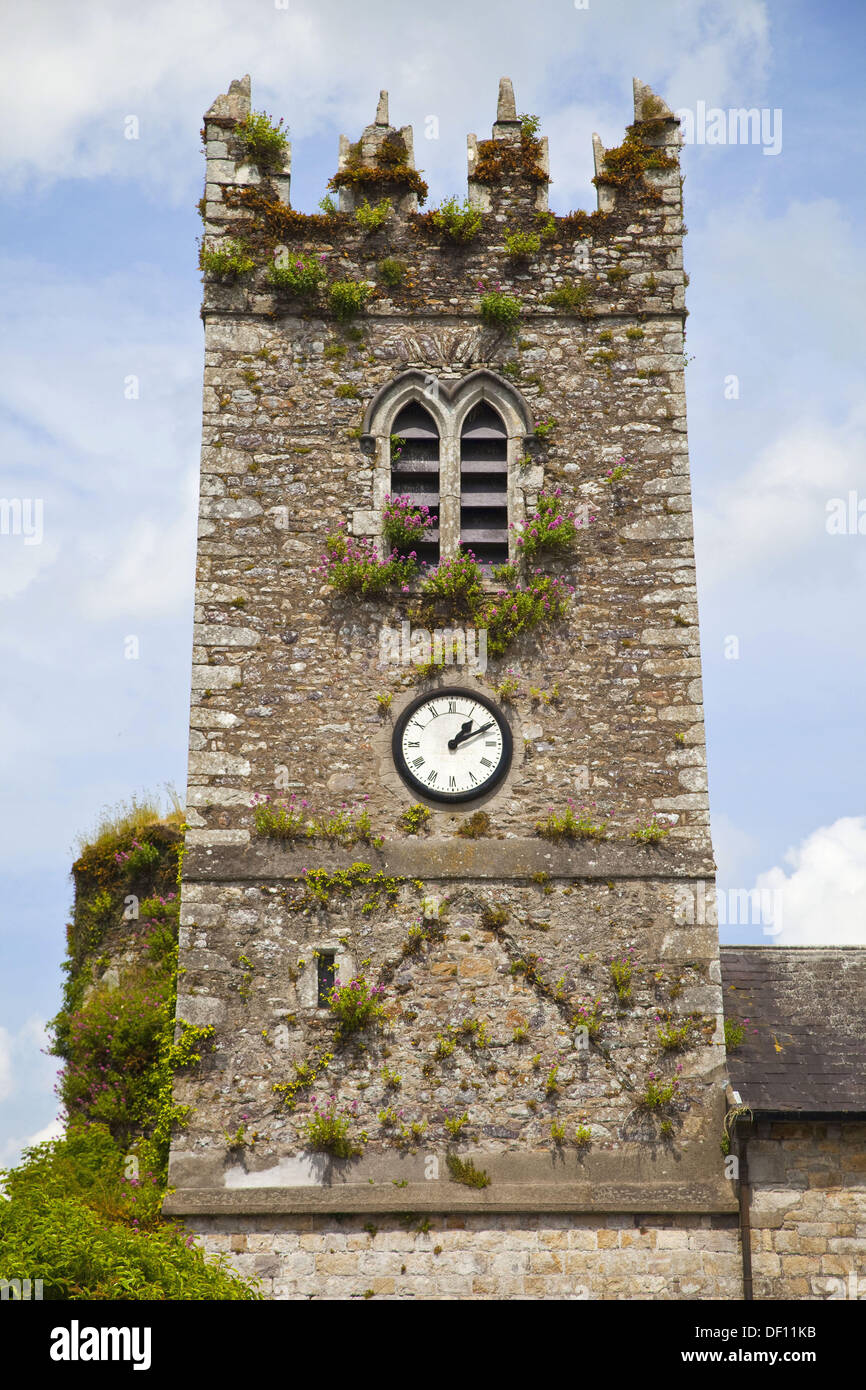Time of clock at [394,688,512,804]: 1:10
